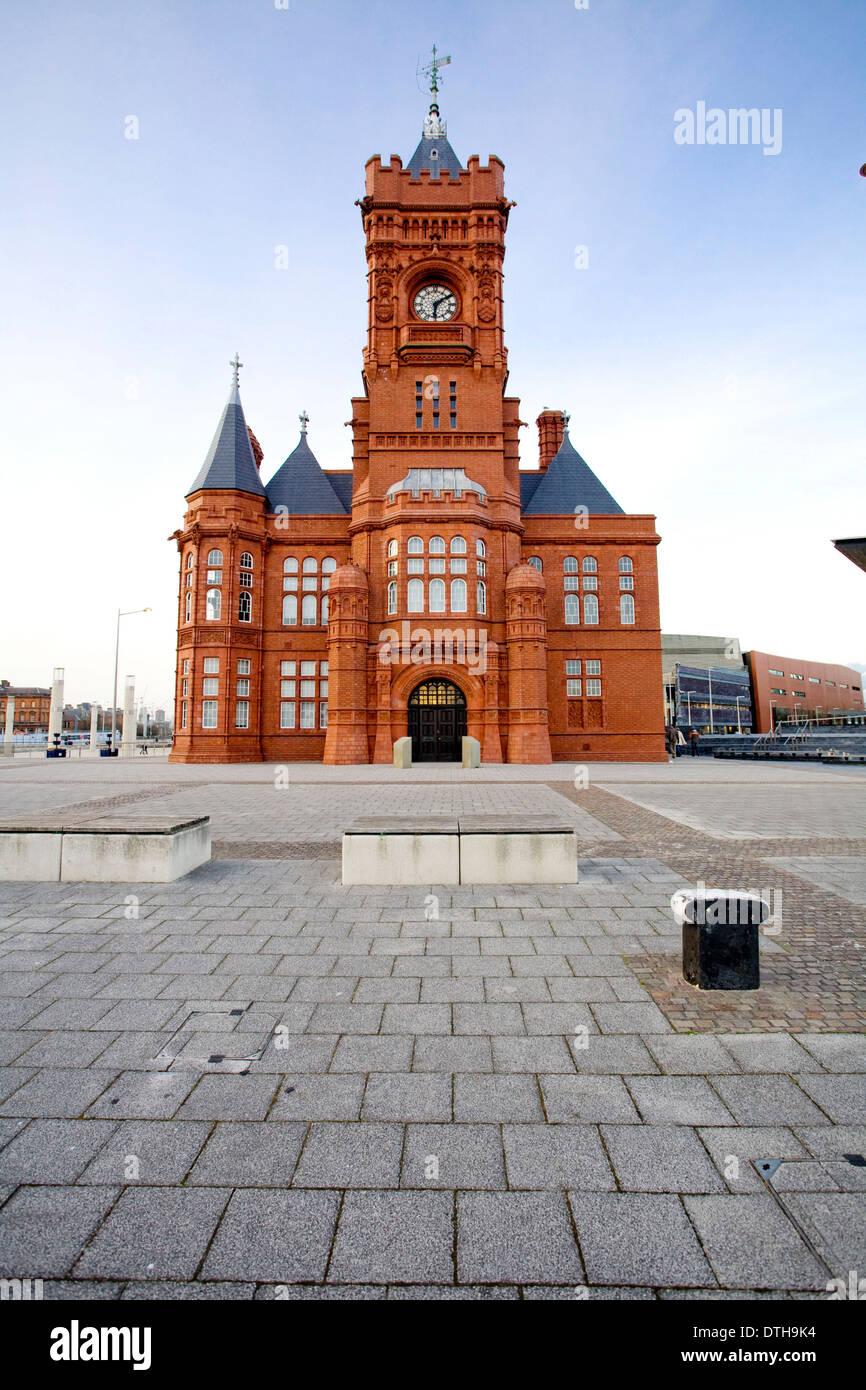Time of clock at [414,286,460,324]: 6:09
